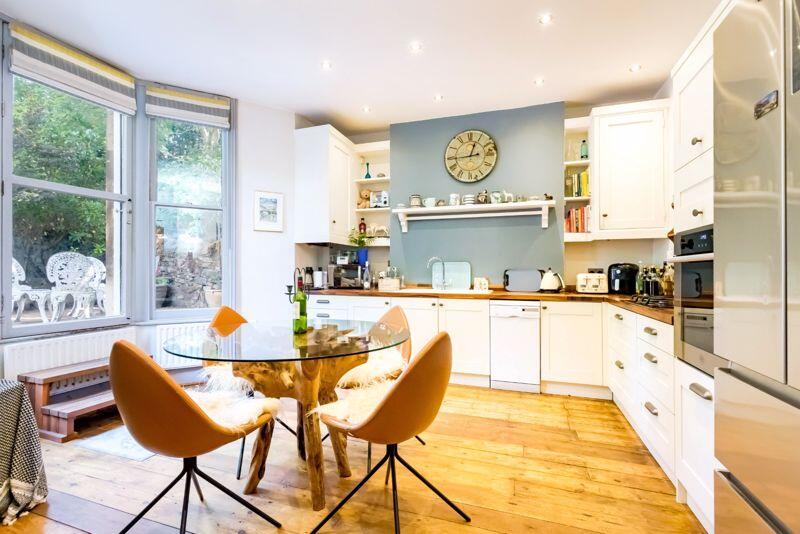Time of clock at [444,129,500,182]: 12:44
